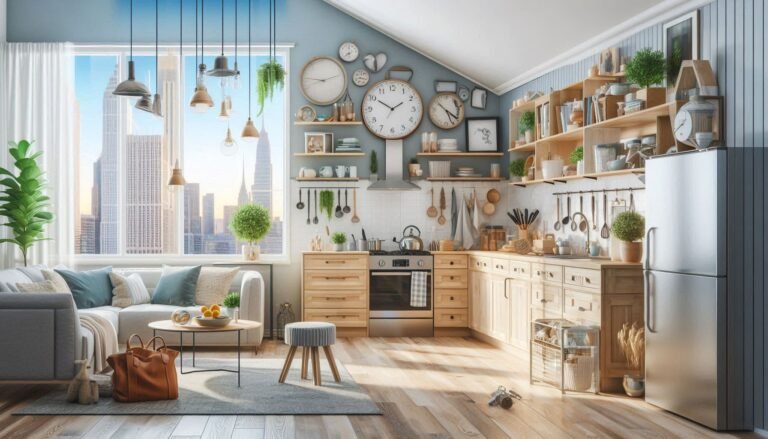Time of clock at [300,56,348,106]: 9:12
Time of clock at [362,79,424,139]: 1:50
